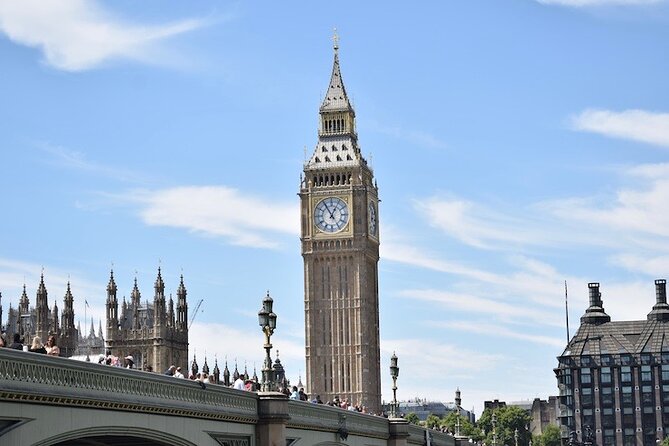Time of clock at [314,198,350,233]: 12:55
